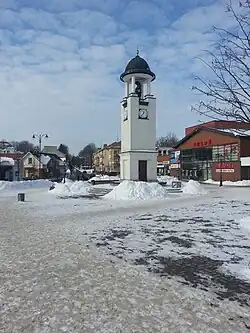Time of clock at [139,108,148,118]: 12:37
